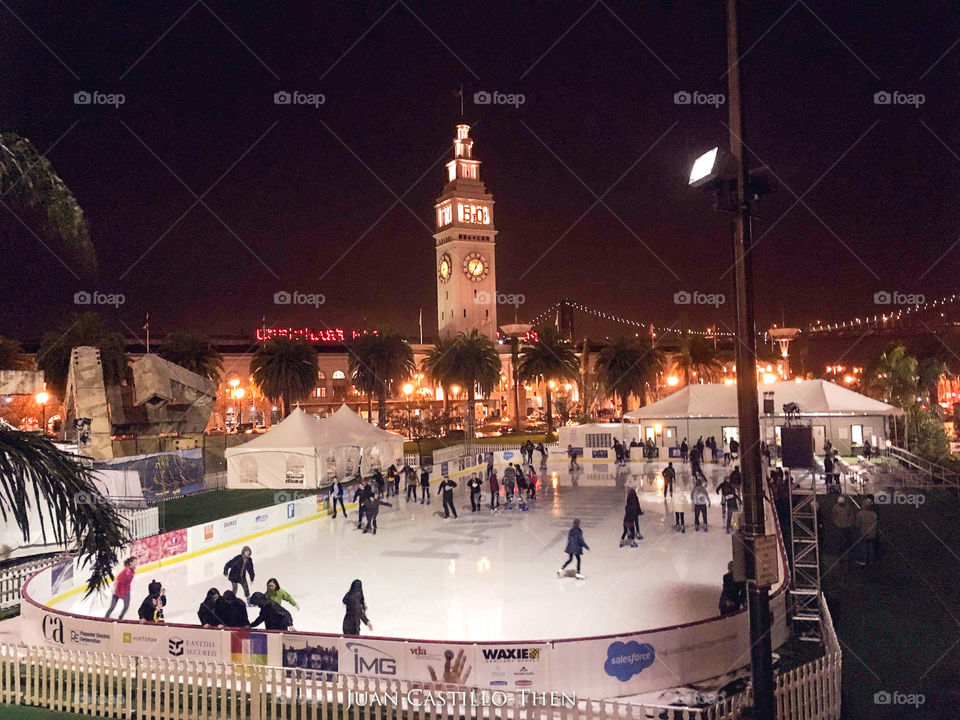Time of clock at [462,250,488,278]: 7:04
